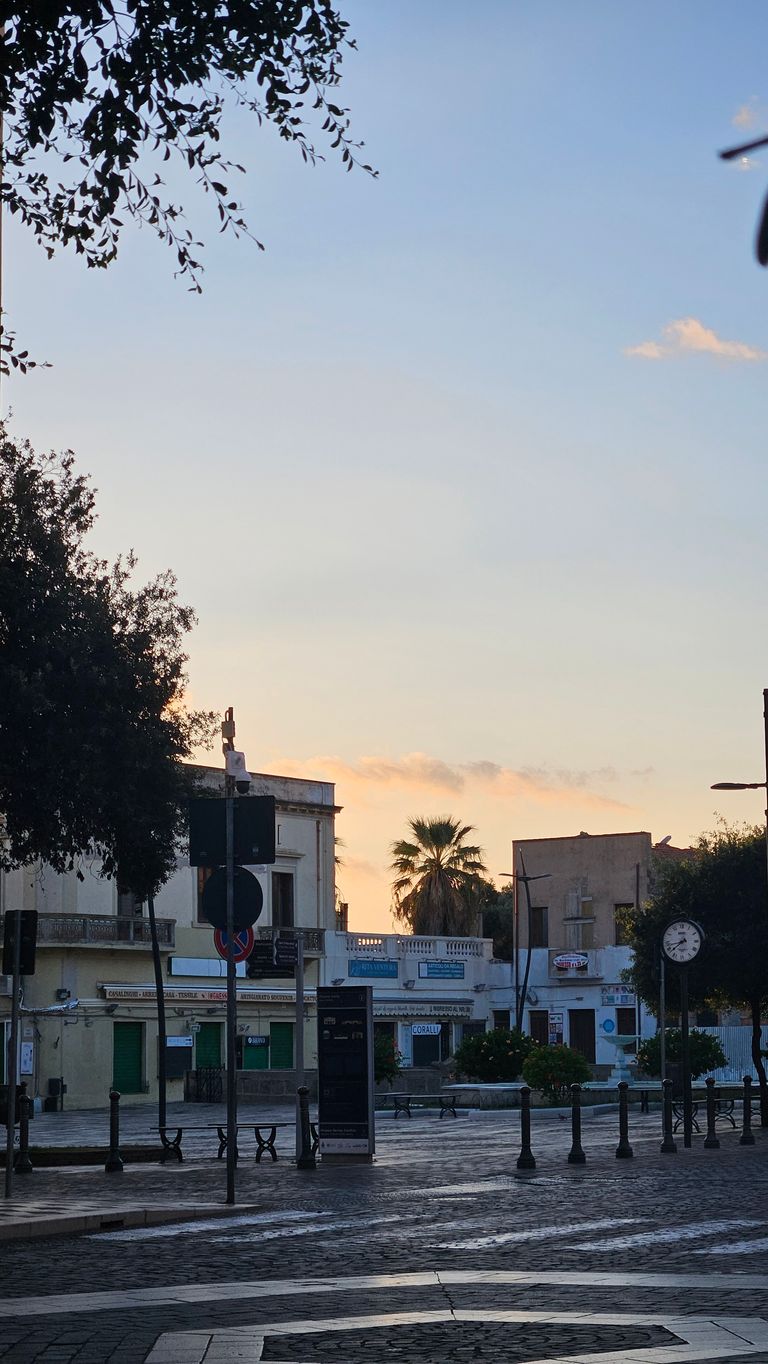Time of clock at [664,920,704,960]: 7:42
